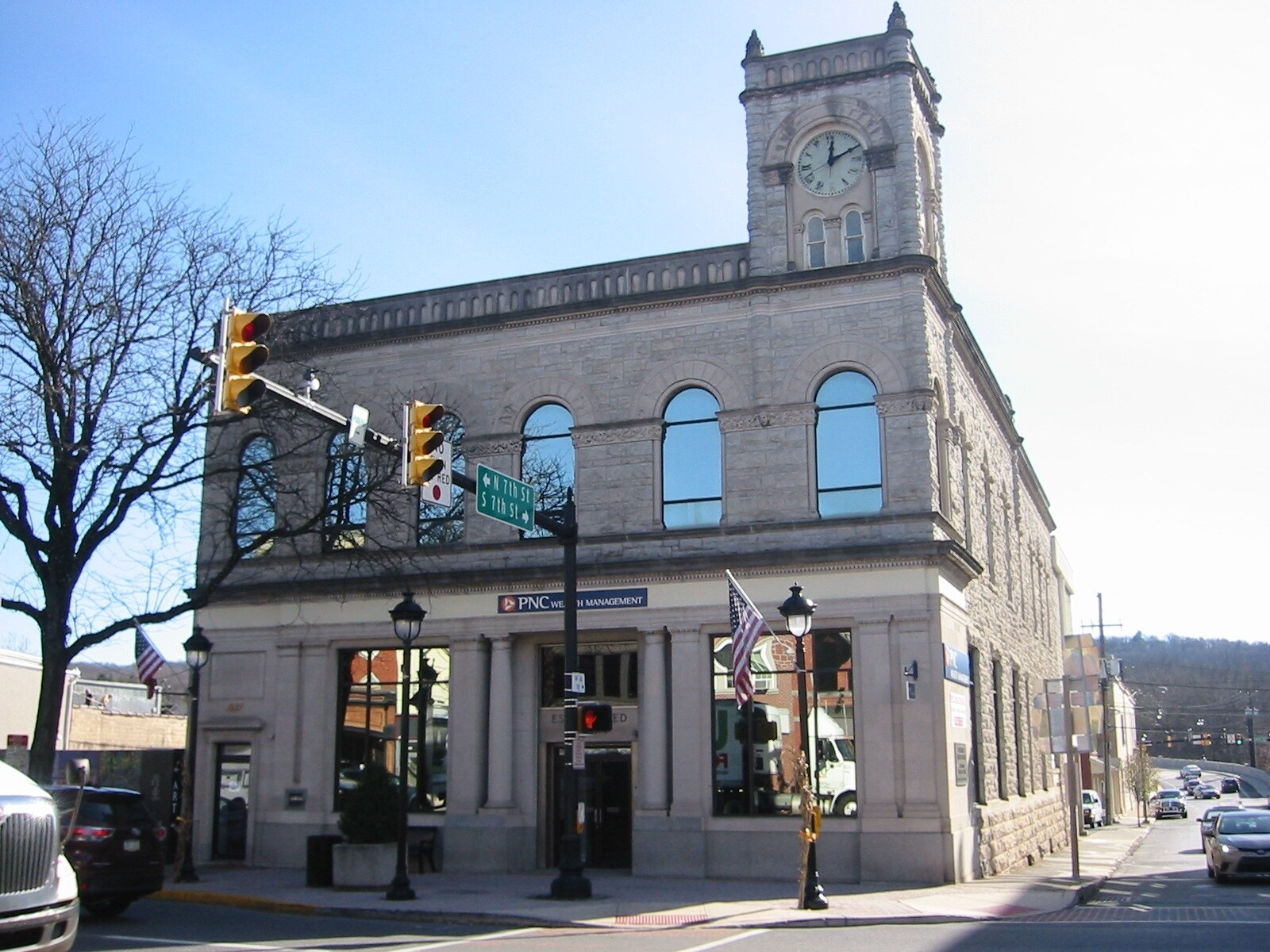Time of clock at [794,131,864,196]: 12:10
